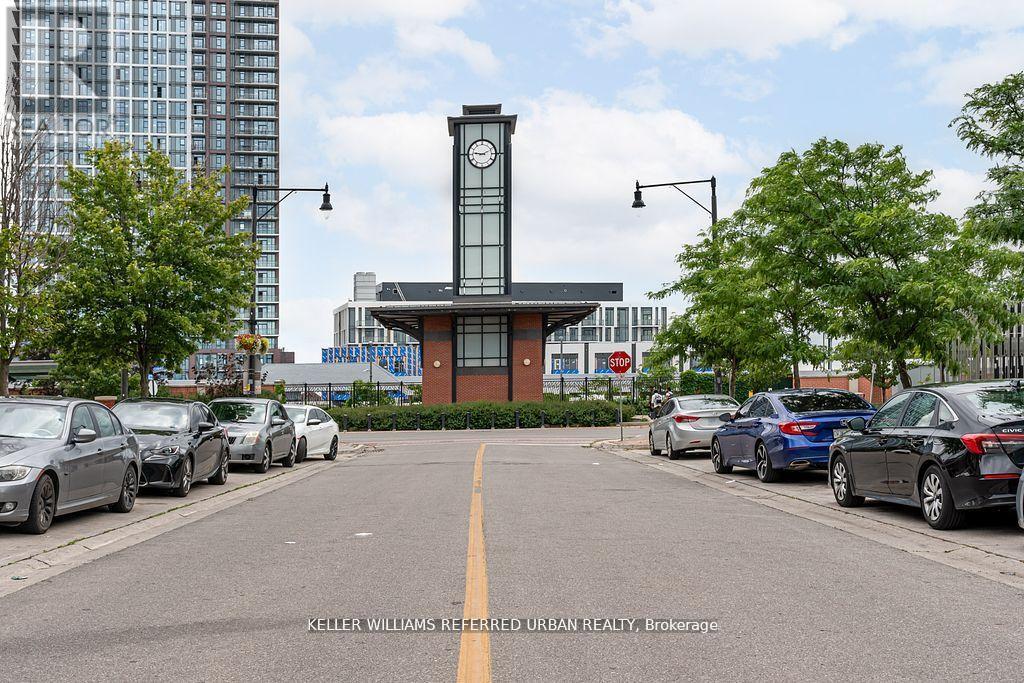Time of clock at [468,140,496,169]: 9:11
